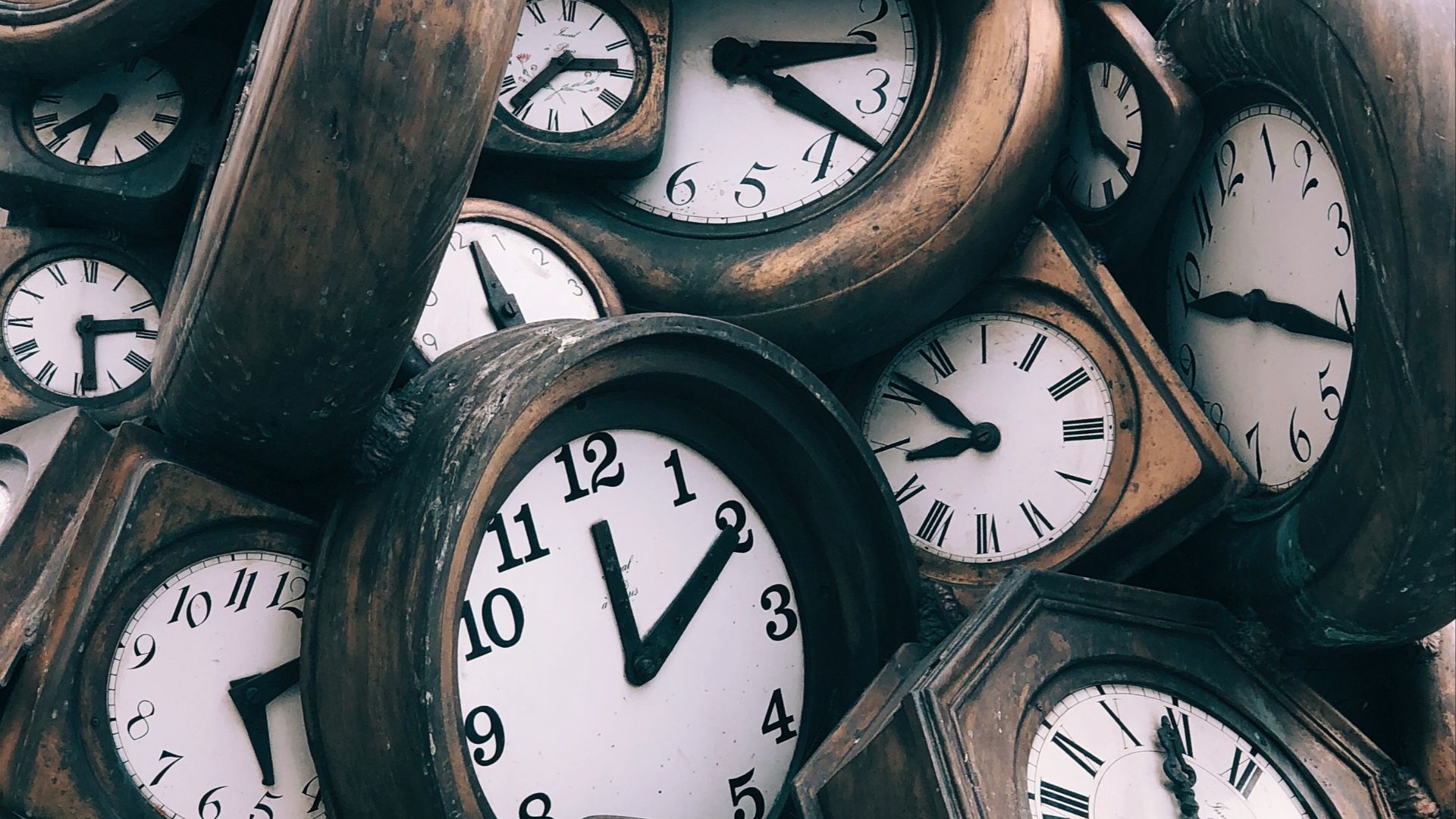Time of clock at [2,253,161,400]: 2:29
